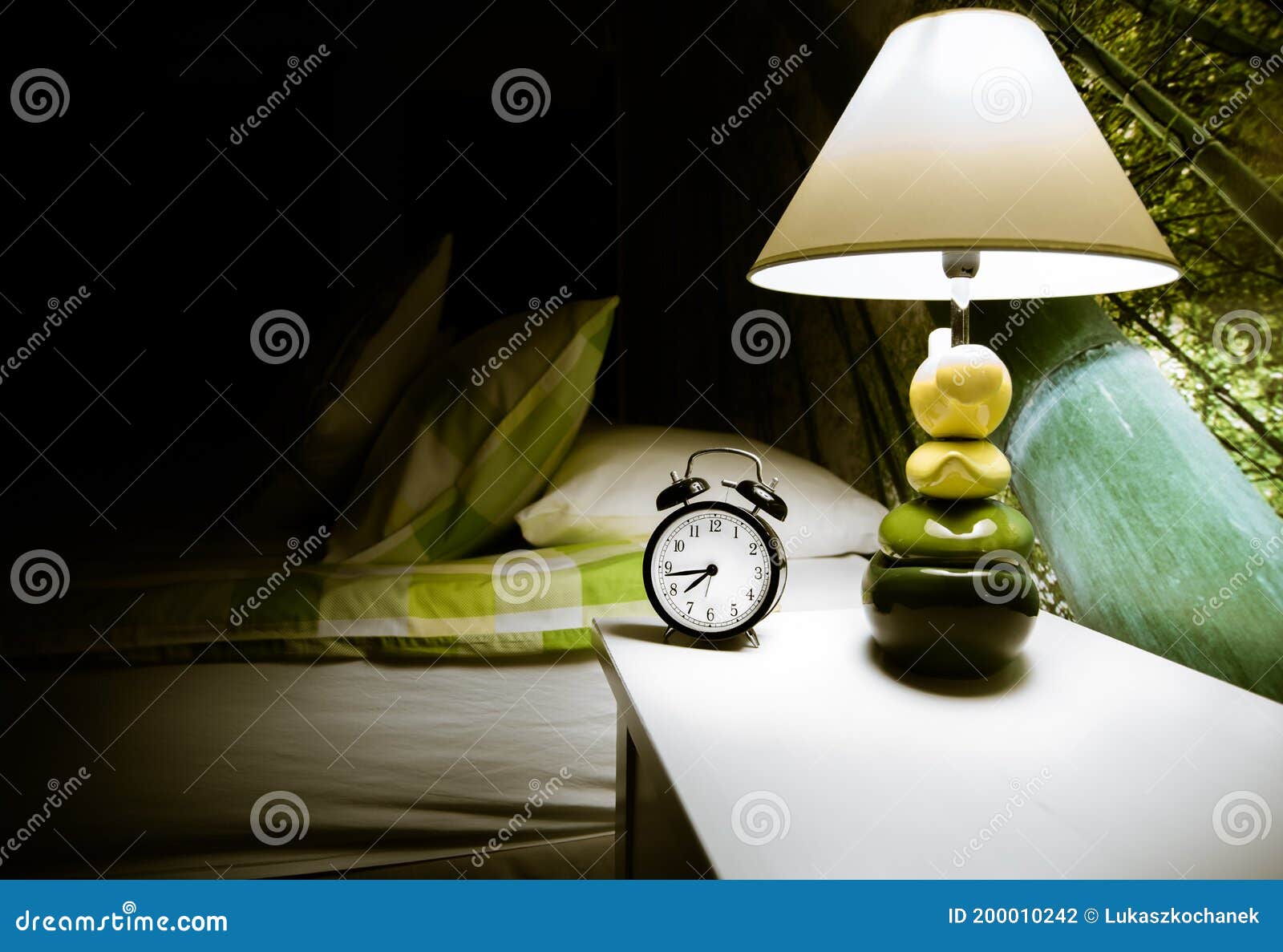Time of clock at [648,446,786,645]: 7:43
